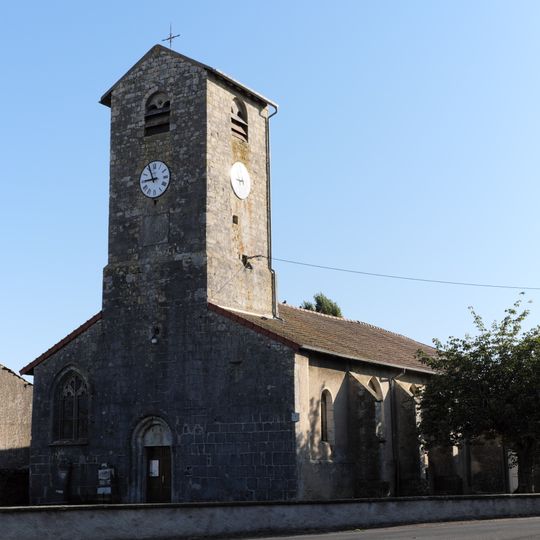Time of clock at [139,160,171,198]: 8:56
